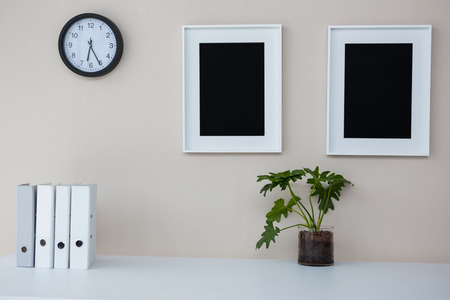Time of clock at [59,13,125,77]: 6:25
